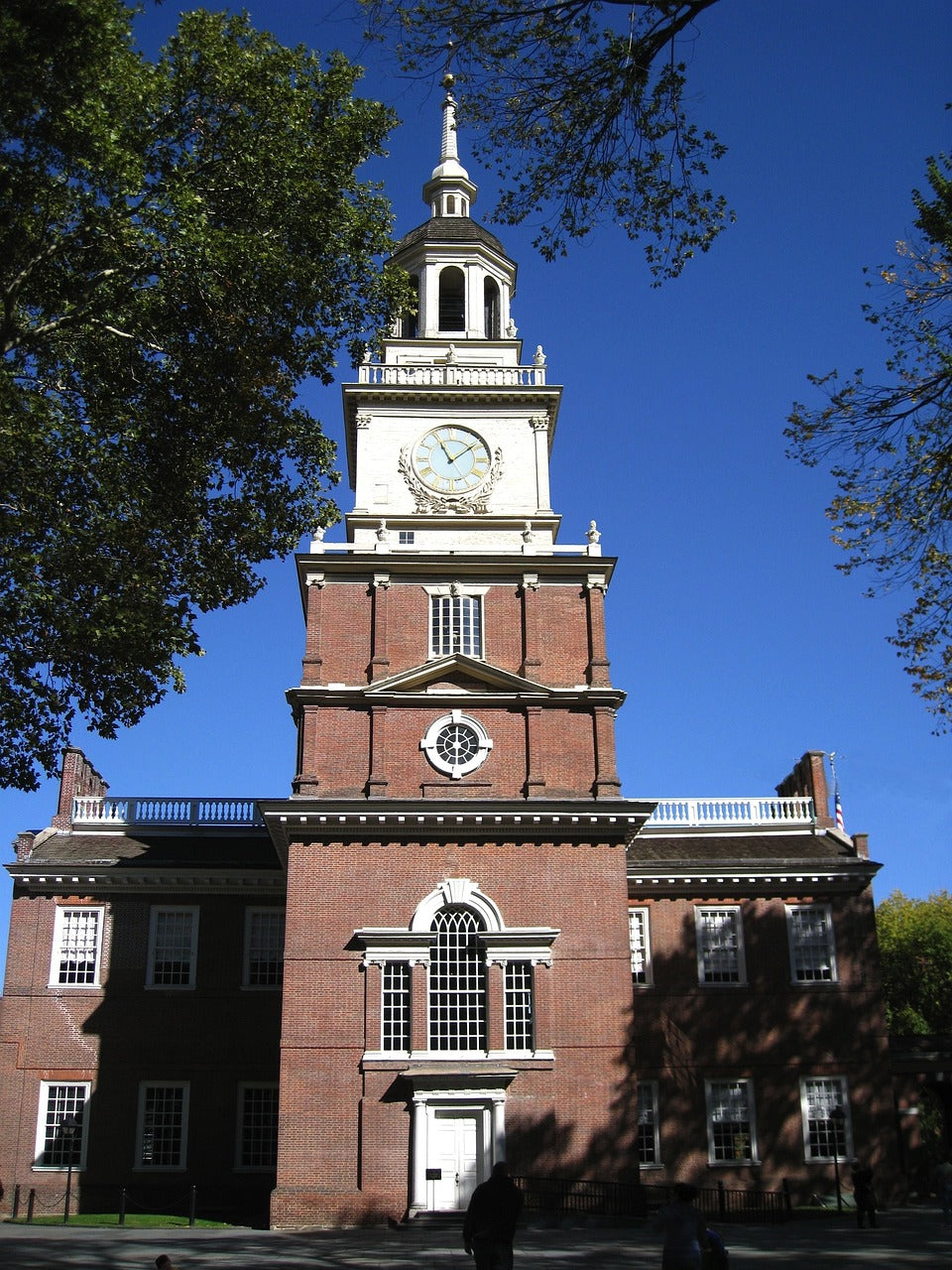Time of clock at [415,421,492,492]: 11:08
